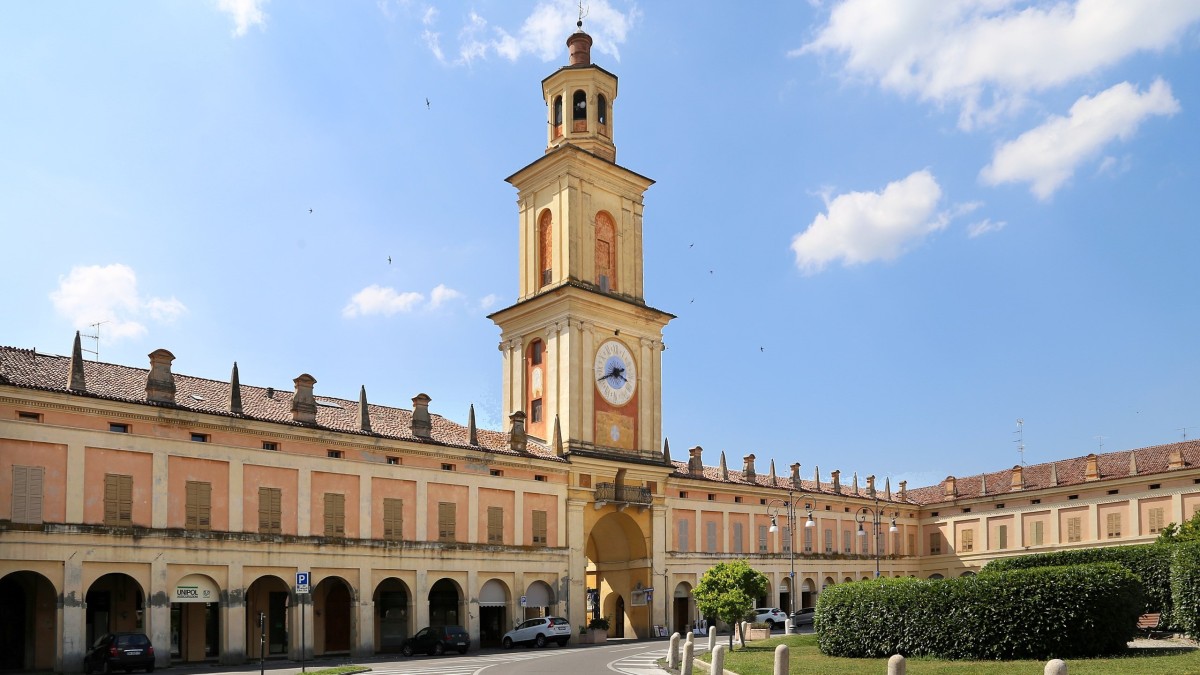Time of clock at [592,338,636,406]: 3:40
